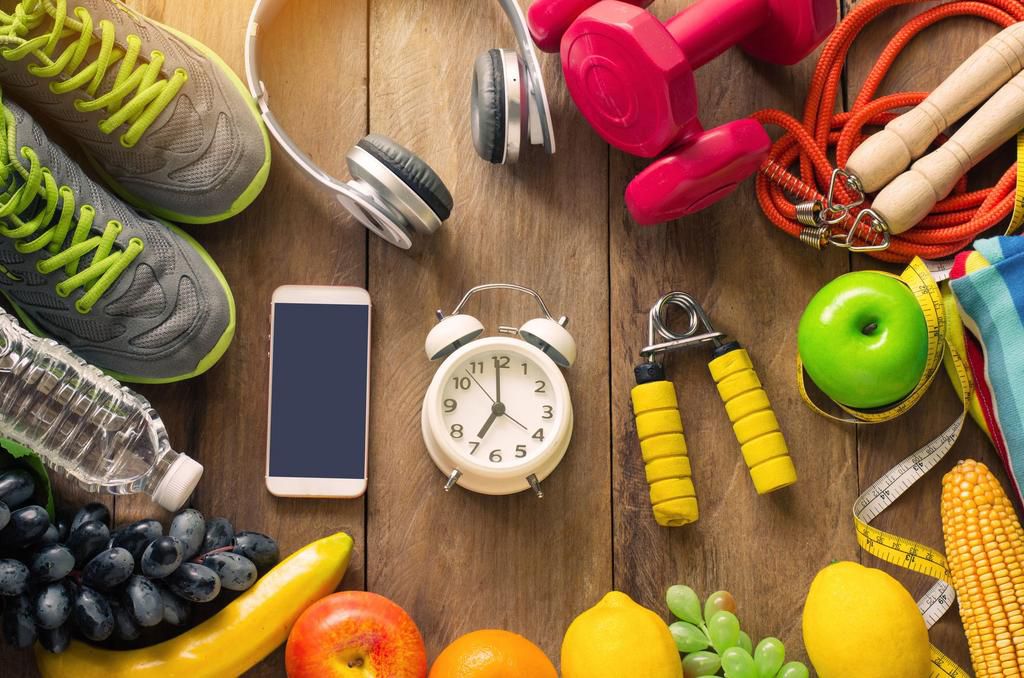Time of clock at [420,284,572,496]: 6:59
